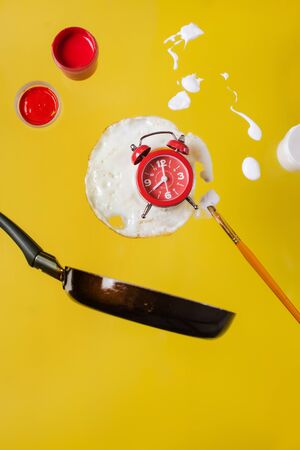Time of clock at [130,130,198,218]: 8:00
